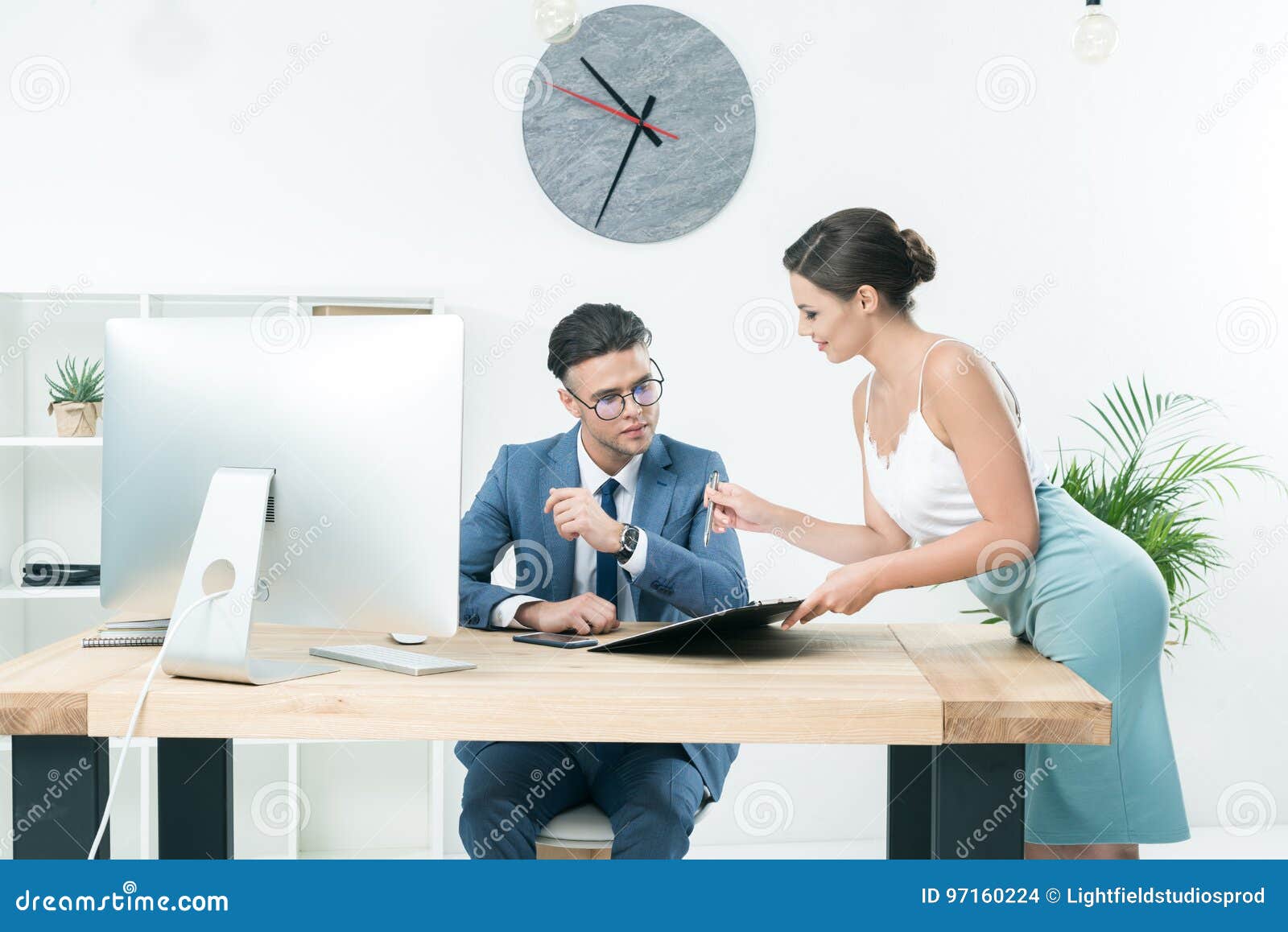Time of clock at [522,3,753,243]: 10:34
